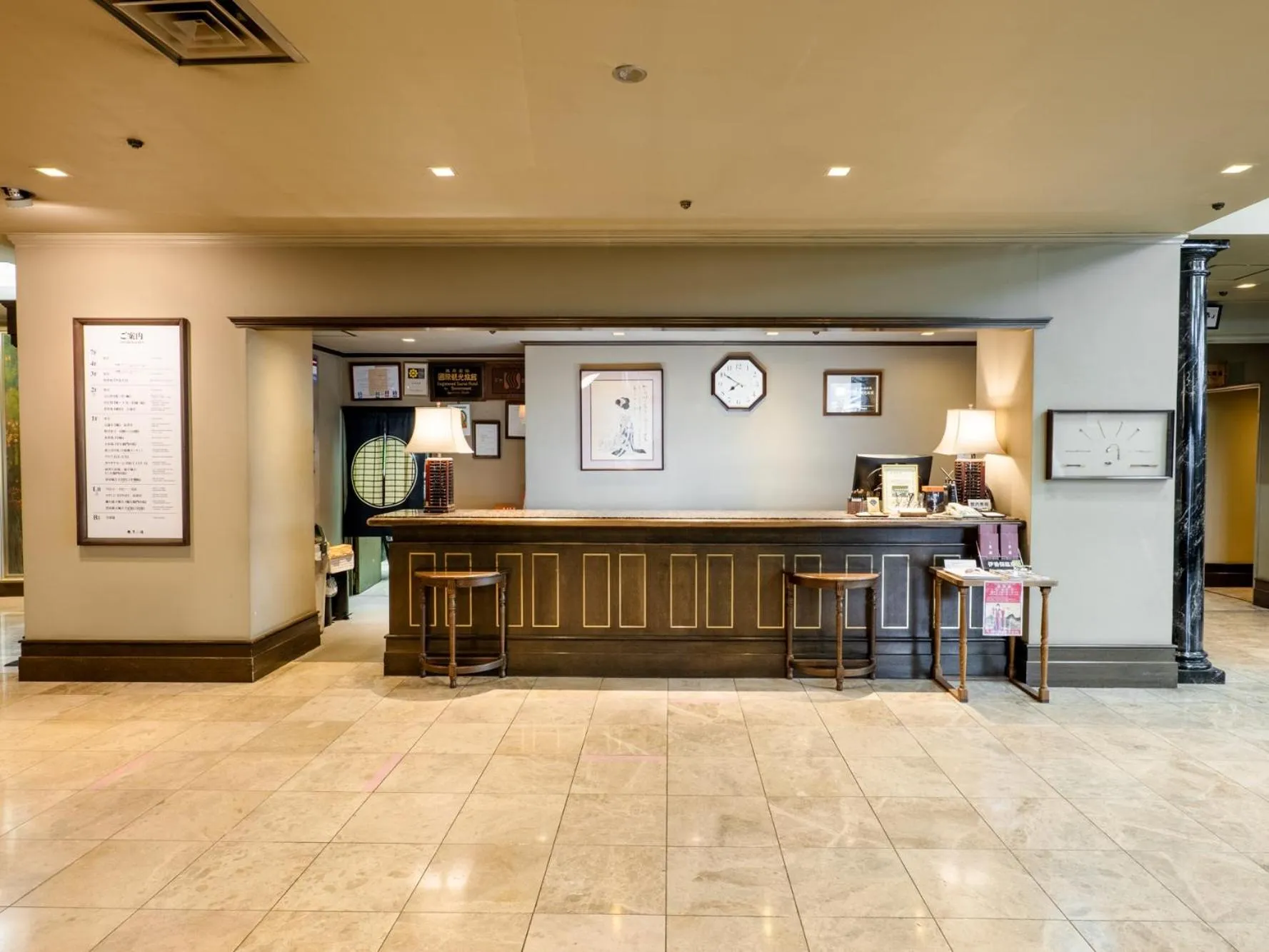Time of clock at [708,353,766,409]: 7:50
